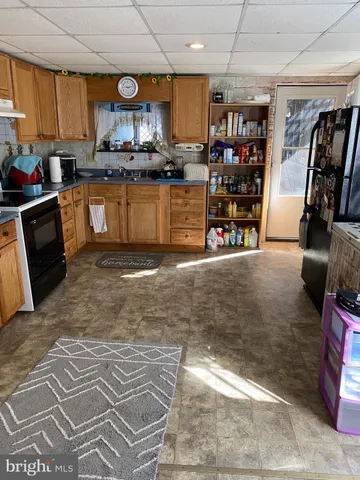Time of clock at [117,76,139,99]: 9:12
